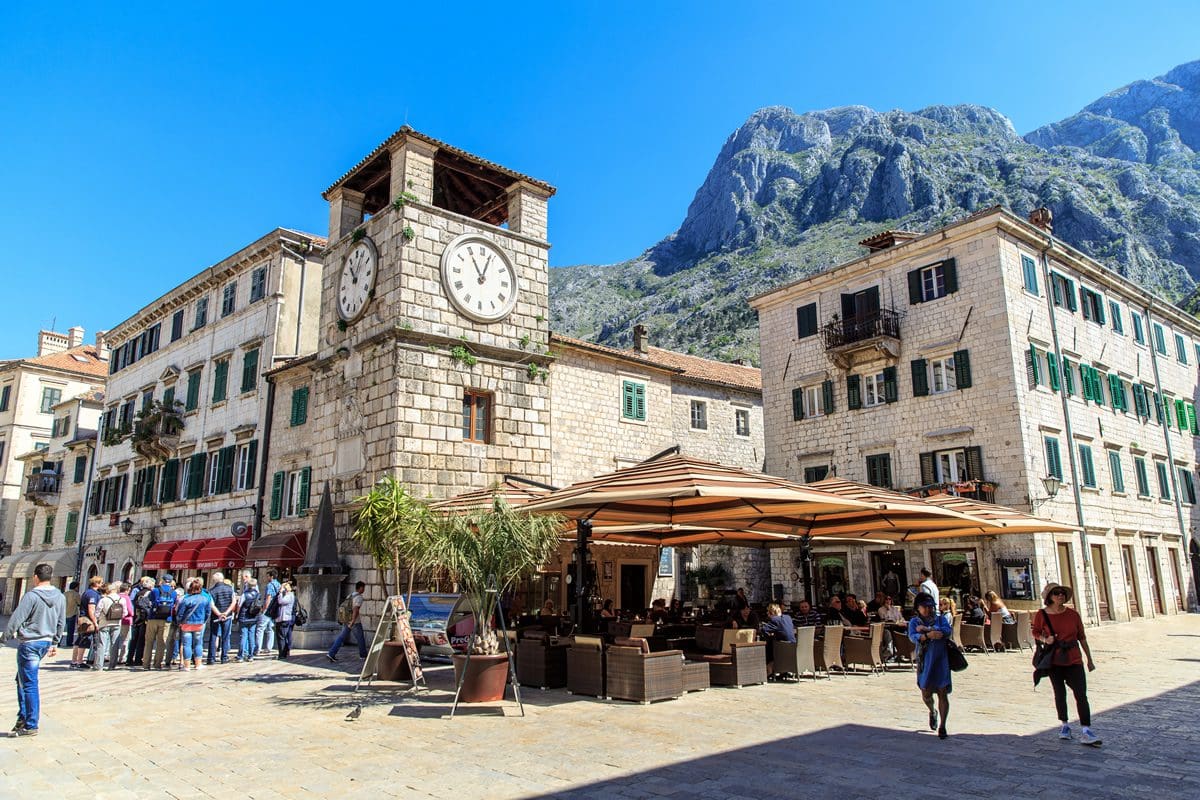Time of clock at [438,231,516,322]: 11:03
